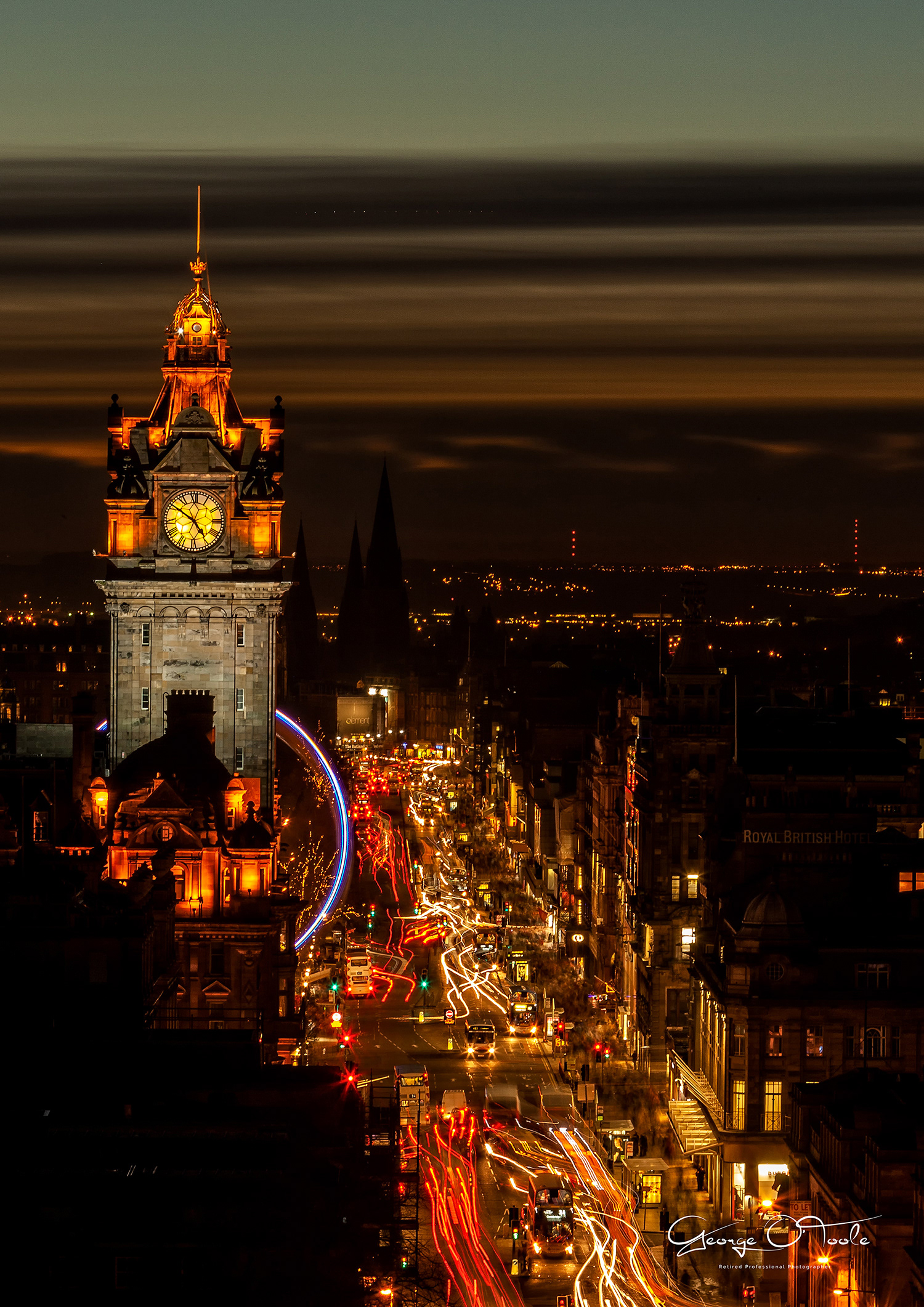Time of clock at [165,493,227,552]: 4:50
